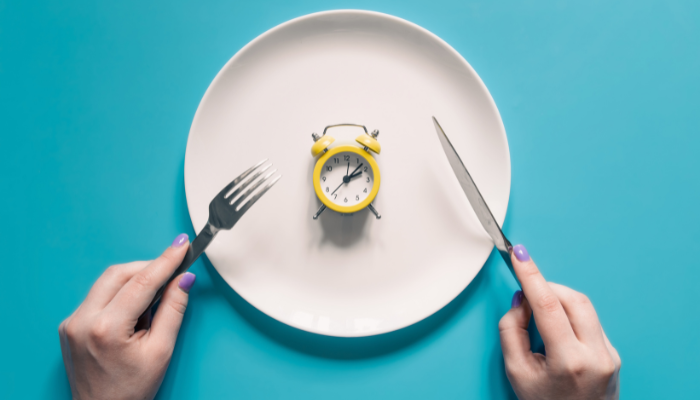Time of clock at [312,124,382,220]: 2:07
